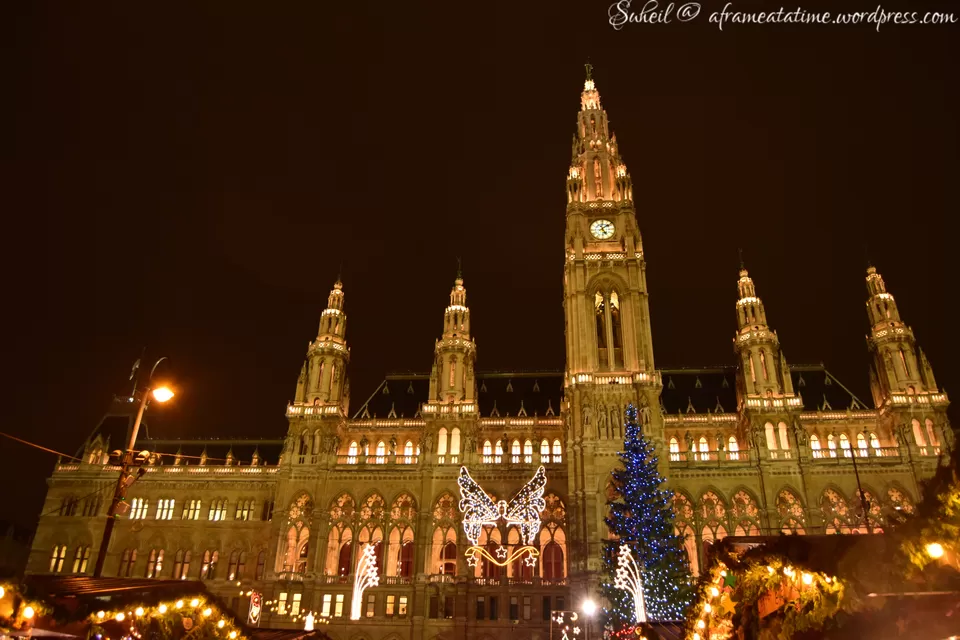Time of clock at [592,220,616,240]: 5:08
